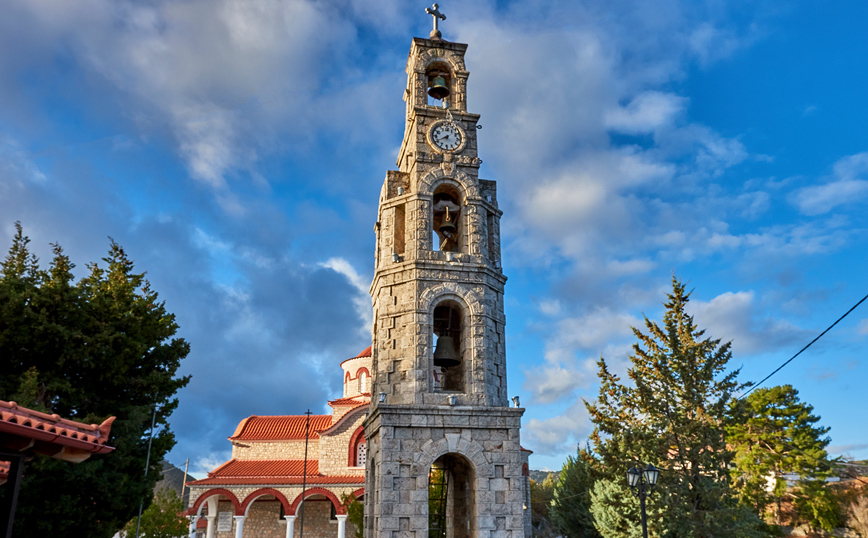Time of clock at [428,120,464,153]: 7:40
